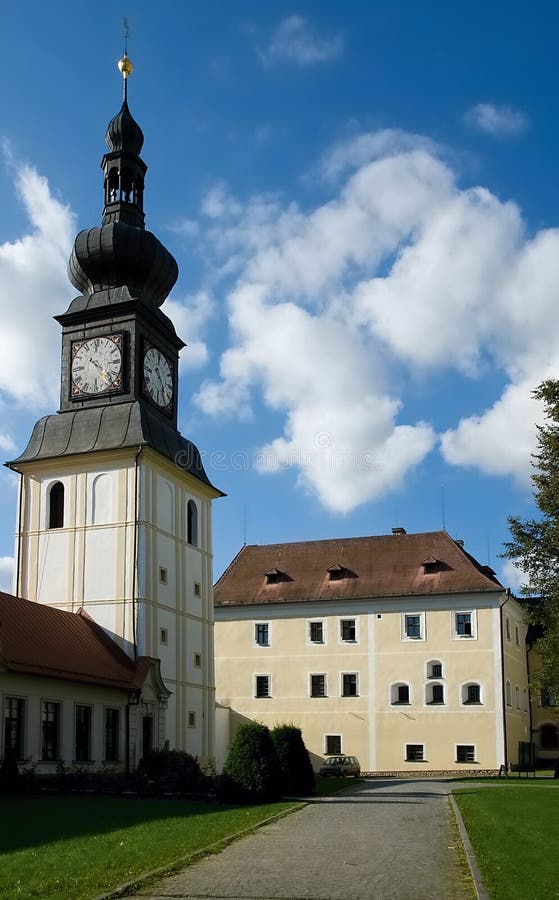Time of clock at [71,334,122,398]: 4:22
